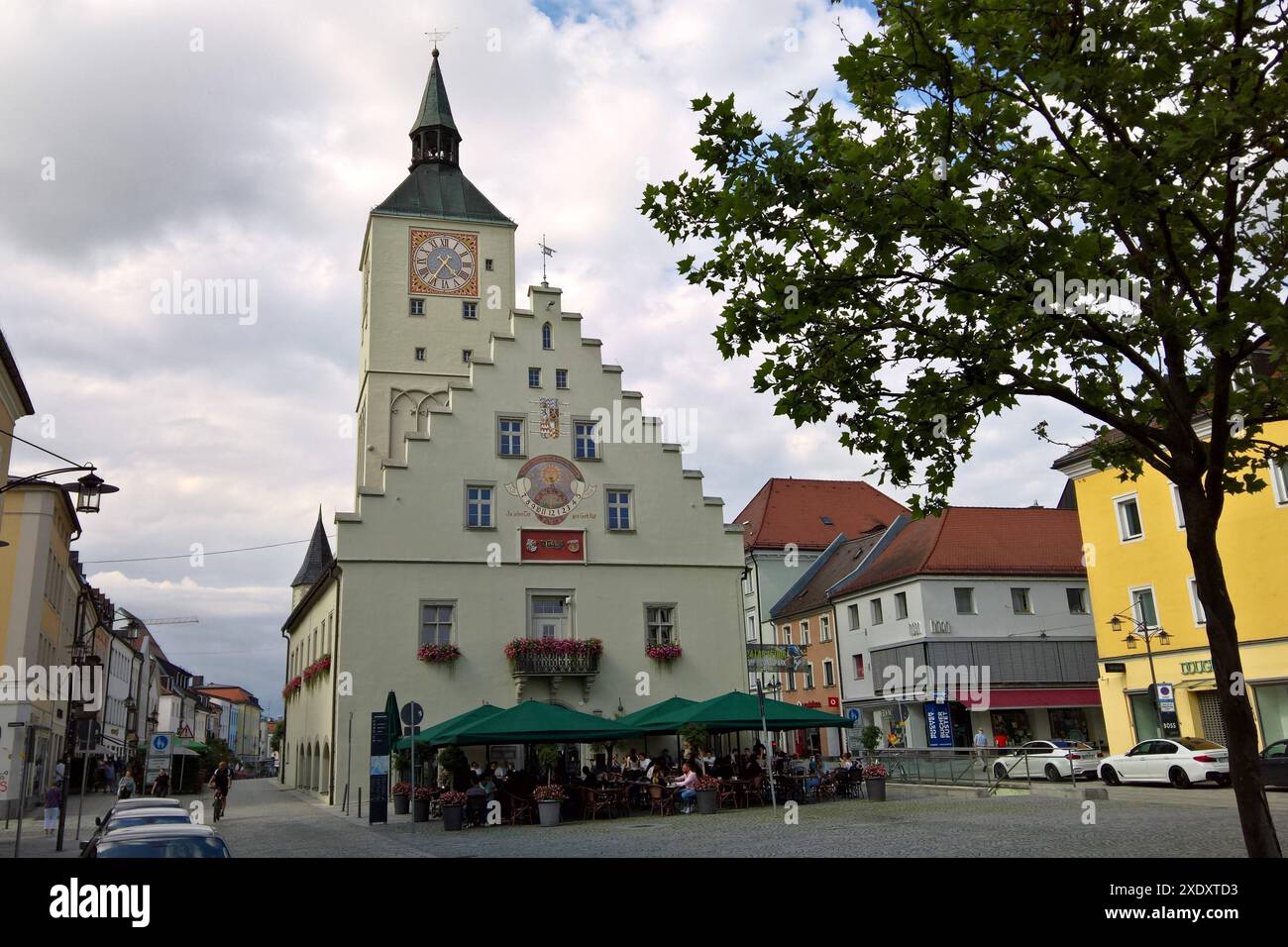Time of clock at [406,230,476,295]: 4:35
